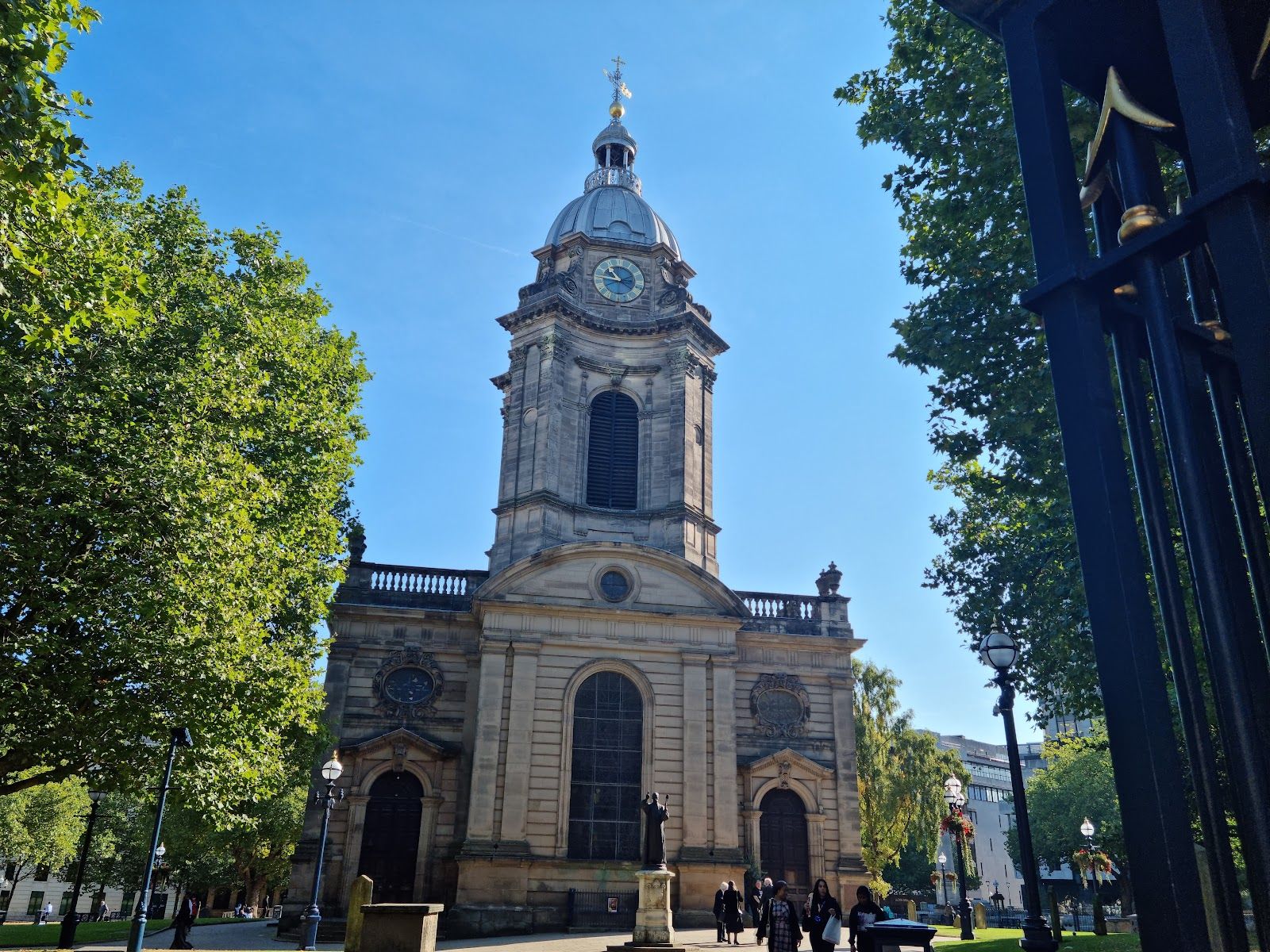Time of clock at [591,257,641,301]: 10:45
